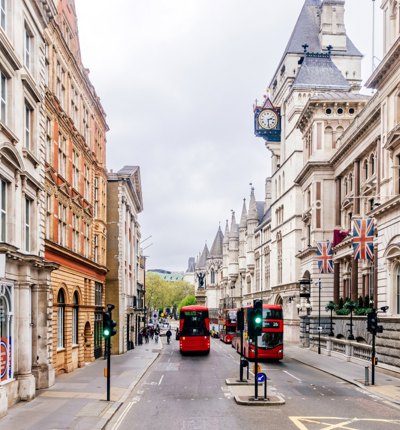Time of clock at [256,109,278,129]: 2:29
